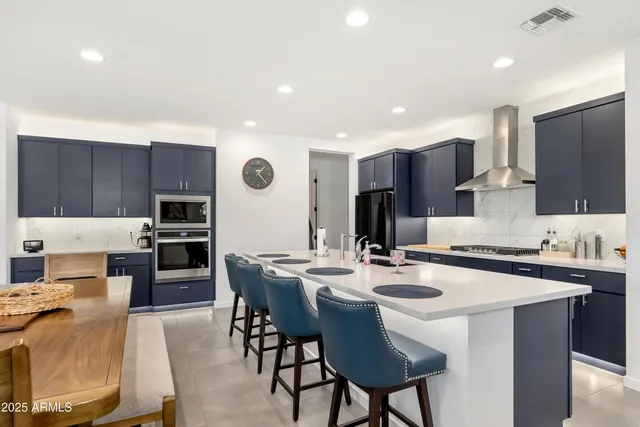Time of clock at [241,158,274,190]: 1:23
